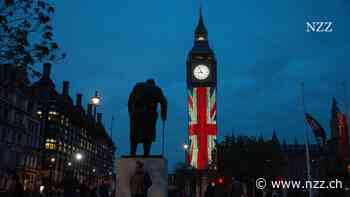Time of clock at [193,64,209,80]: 8:56
